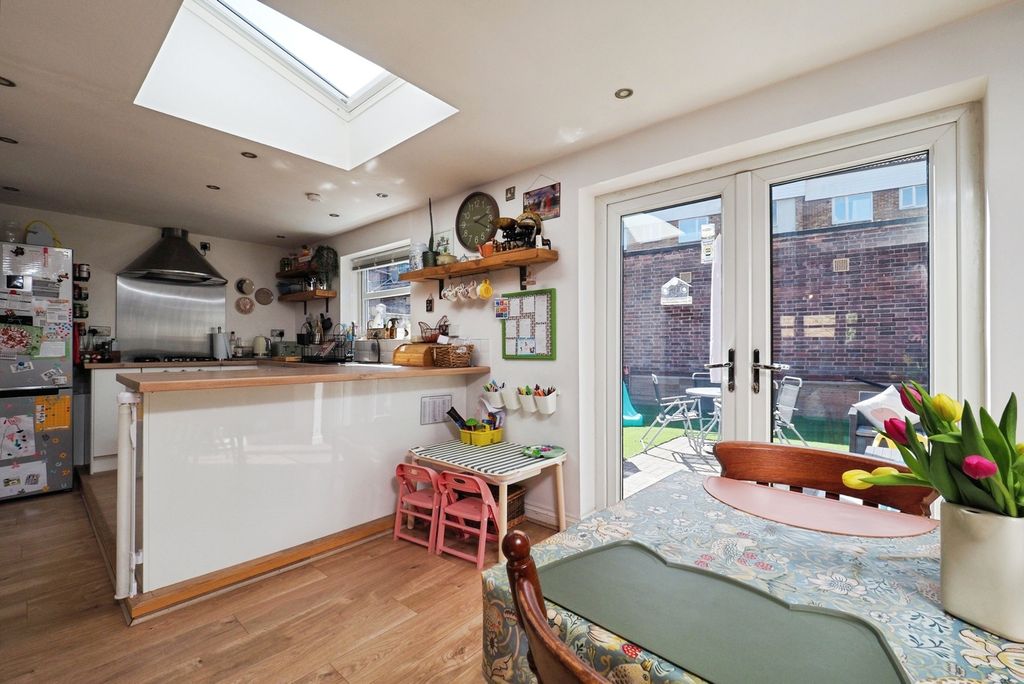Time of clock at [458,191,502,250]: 2:19
